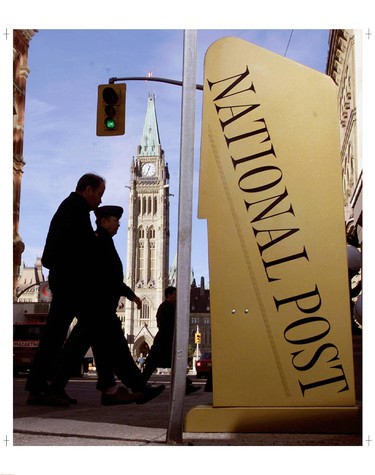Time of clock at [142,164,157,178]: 12:33
